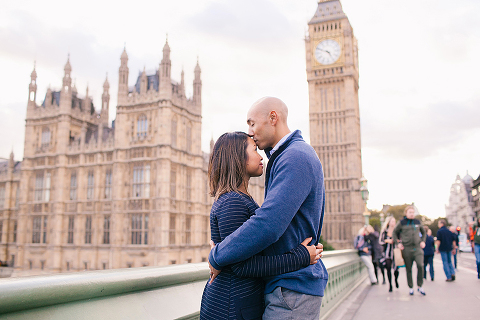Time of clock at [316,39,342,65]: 4:49
